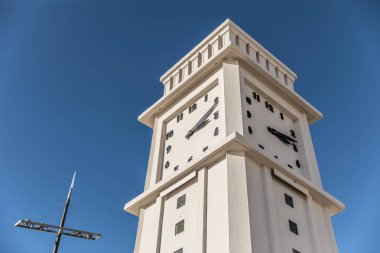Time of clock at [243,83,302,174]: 3:13
